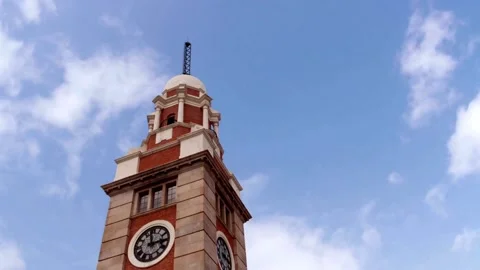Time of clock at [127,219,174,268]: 2:58
